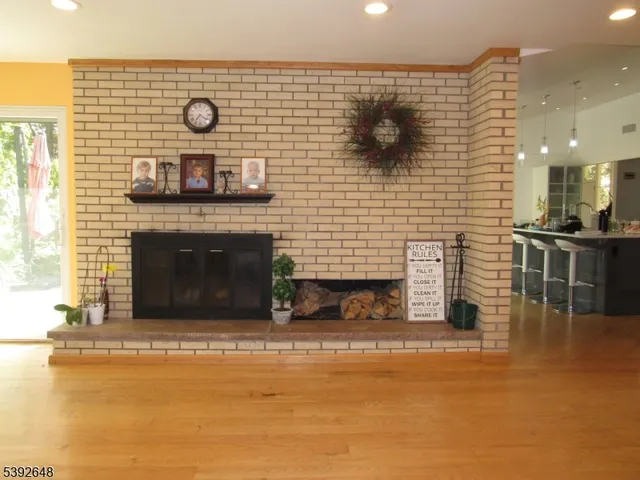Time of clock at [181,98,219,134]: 7:20
